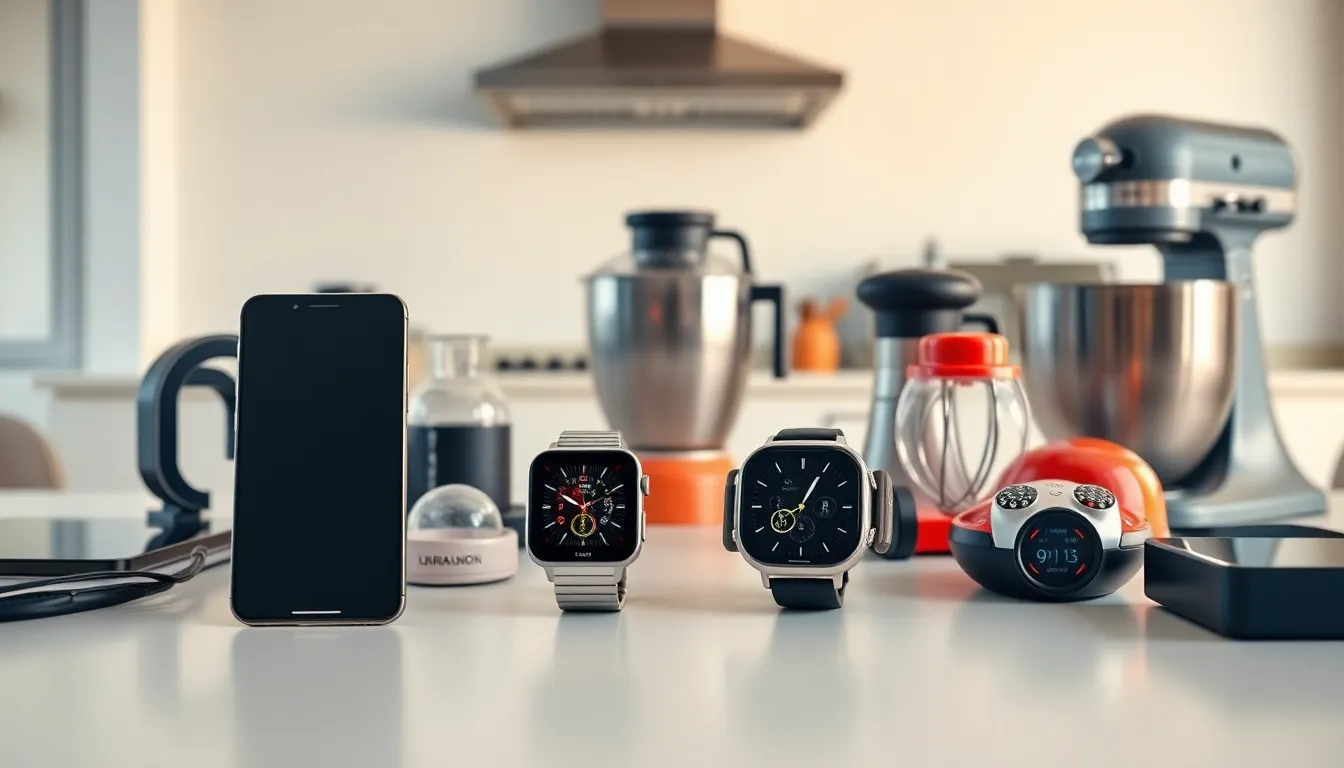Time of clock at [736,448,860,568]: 1:04
